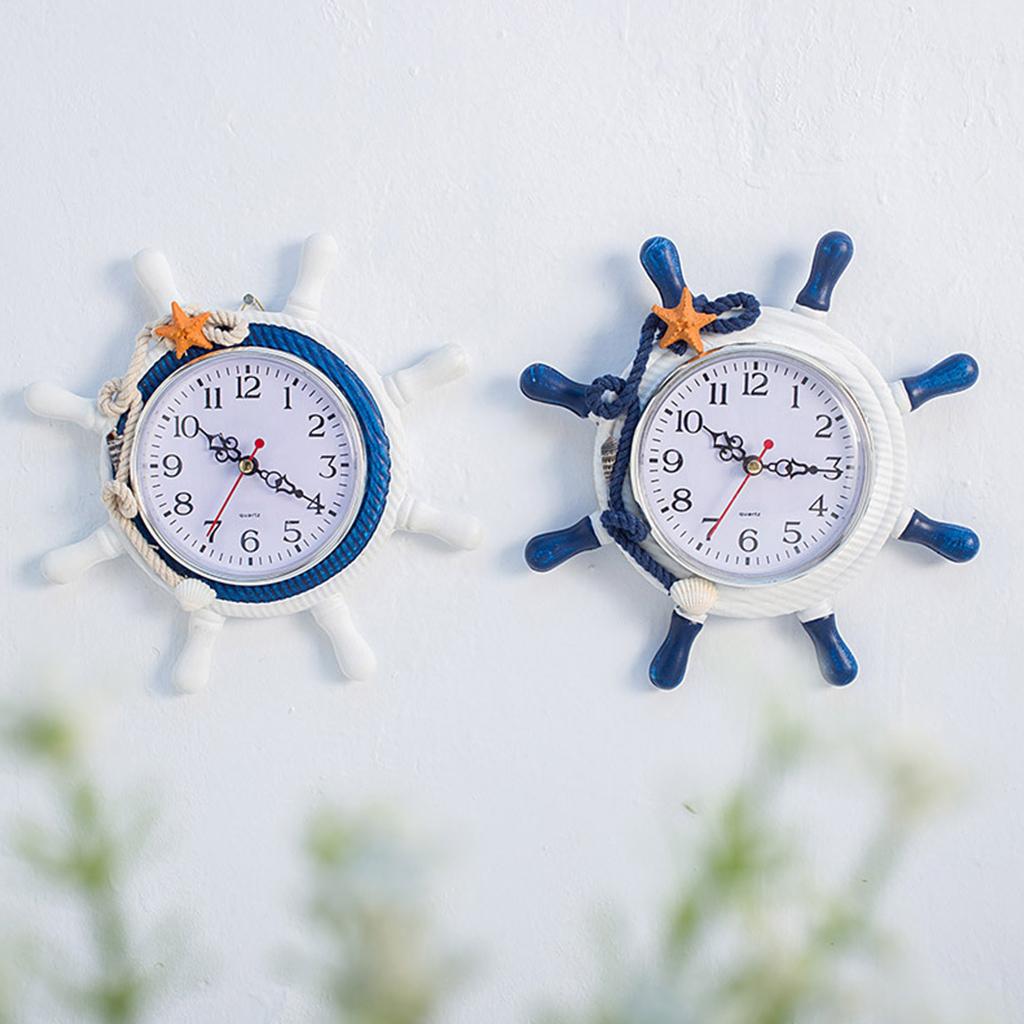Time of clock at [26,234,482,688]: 10:19
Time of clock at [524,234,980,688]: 10:15
